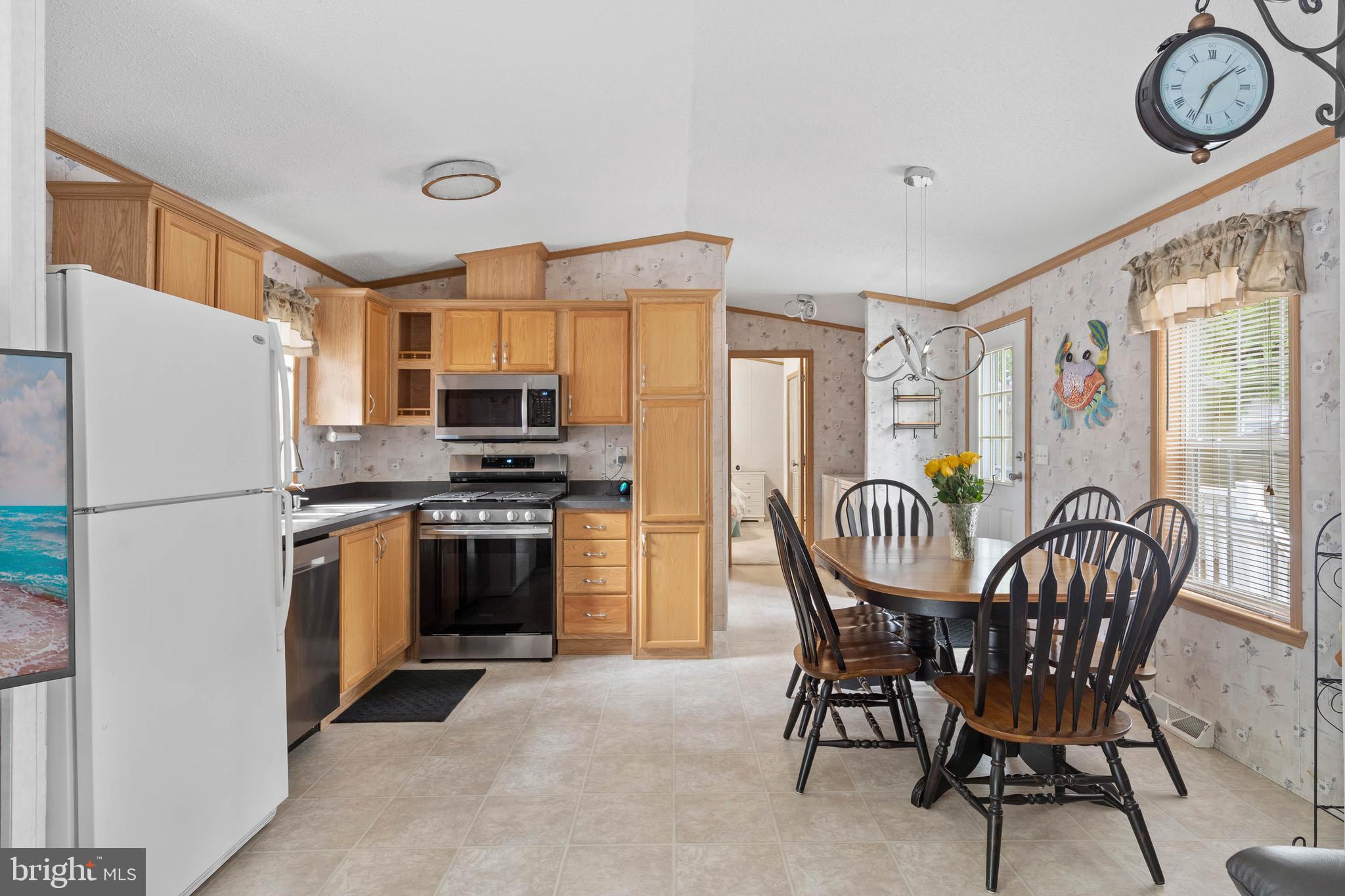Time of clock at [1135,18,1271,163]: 1:33
